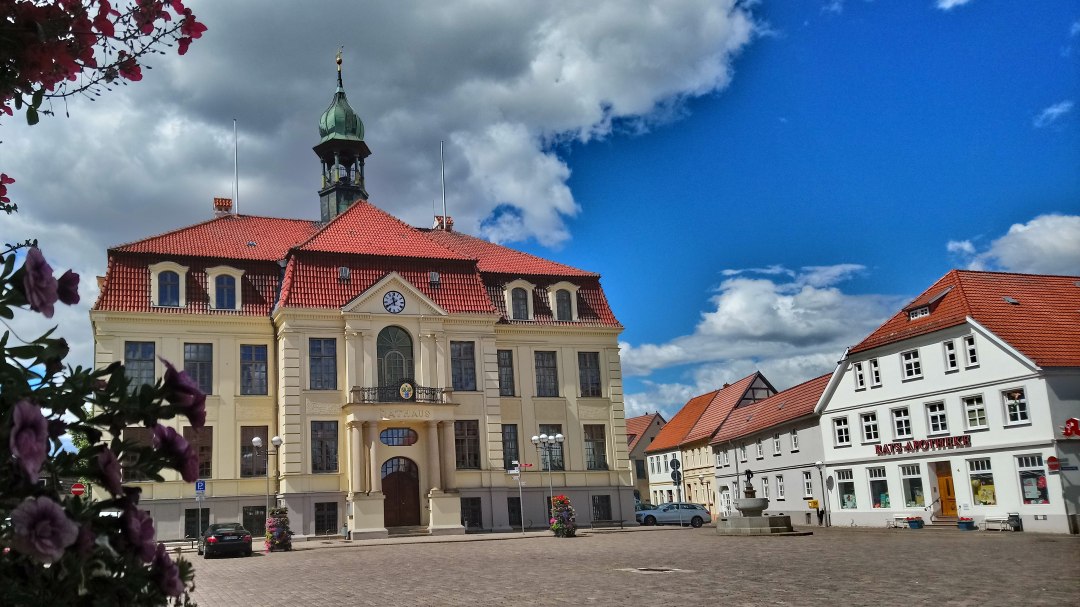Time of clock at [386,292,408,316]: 11:39
